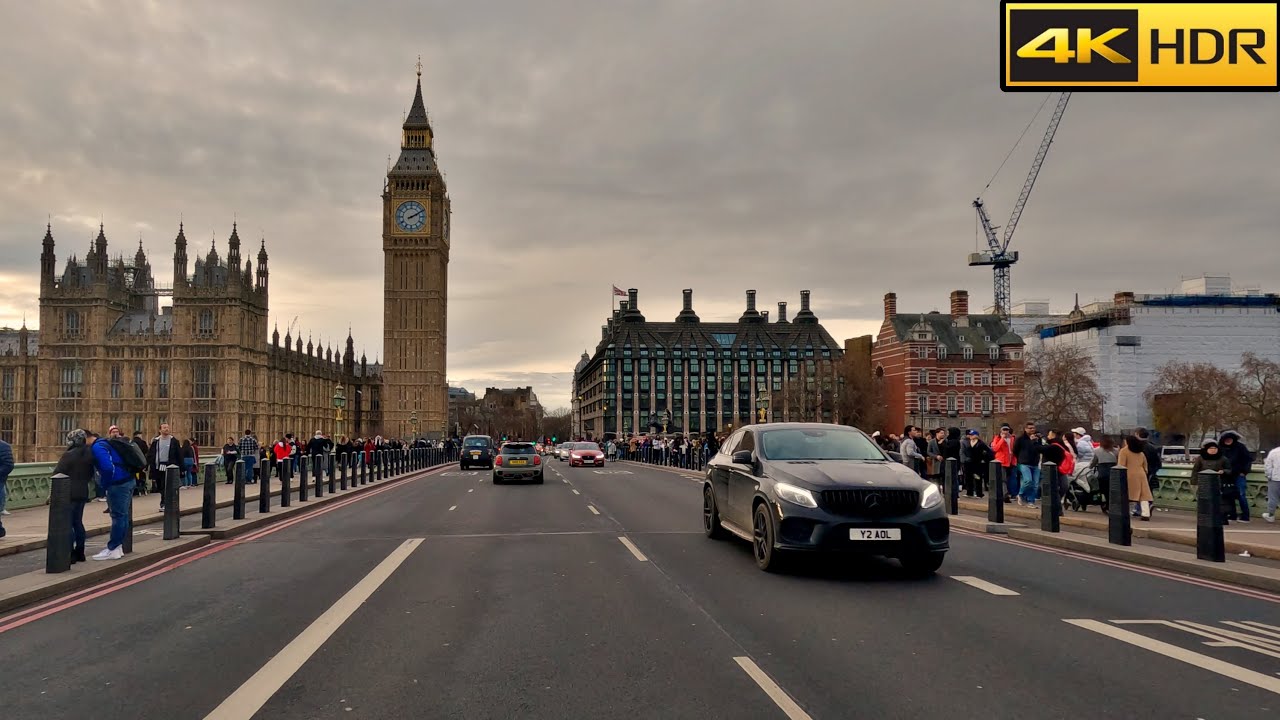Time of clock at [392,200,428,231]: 2:10
